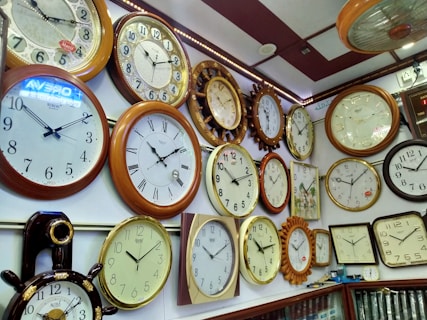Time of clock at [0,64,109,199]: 10:10
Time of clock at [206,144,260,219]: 10:12
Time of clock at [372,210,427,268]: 10:10
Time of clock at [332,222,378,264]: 10:10
